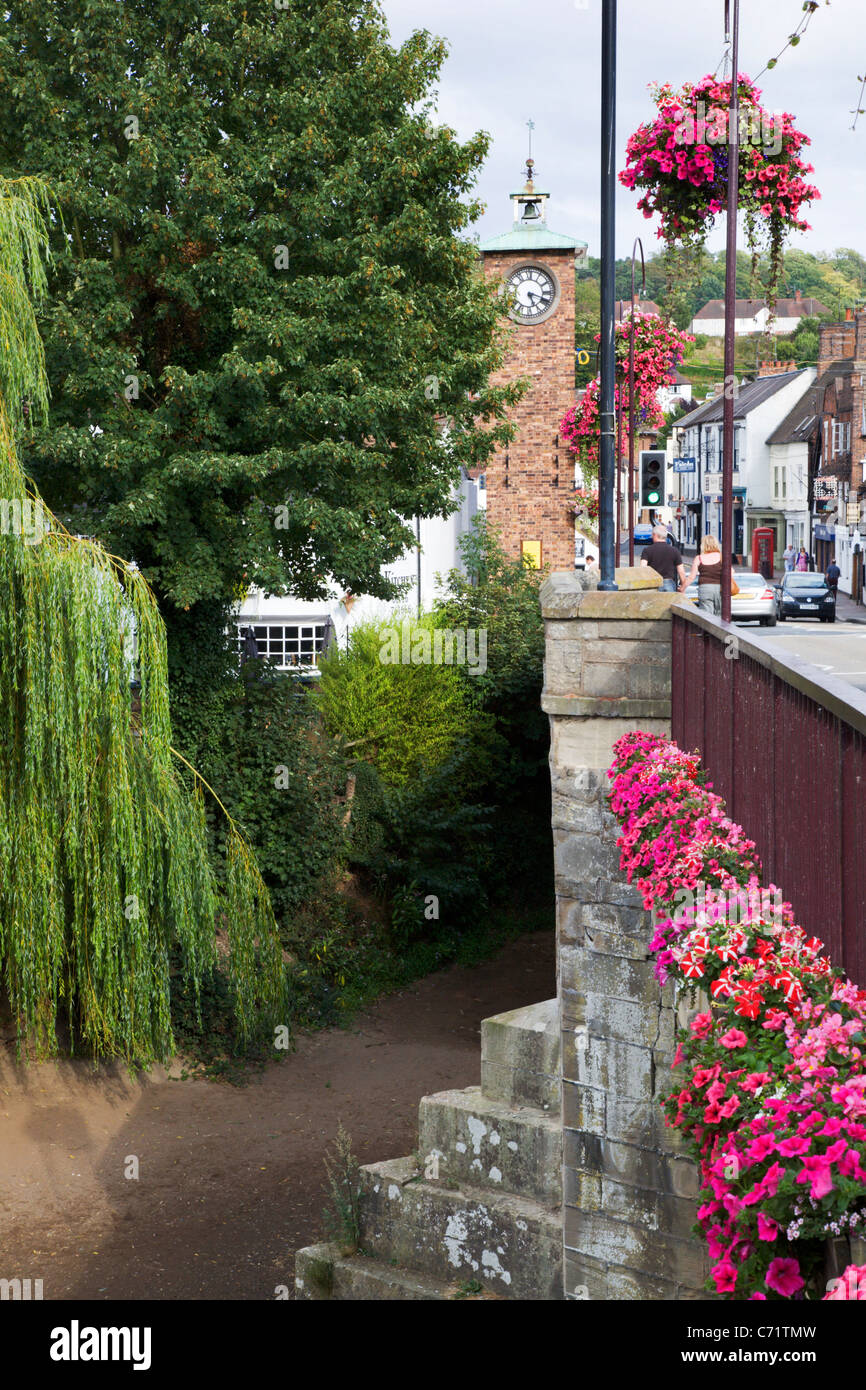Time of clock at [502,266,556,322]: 5:18
